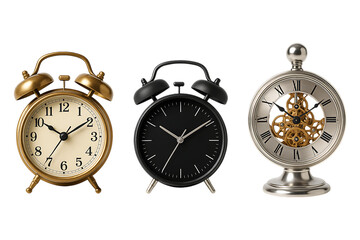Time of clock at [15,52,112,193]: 10:09
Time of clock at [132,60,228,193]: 10:09
